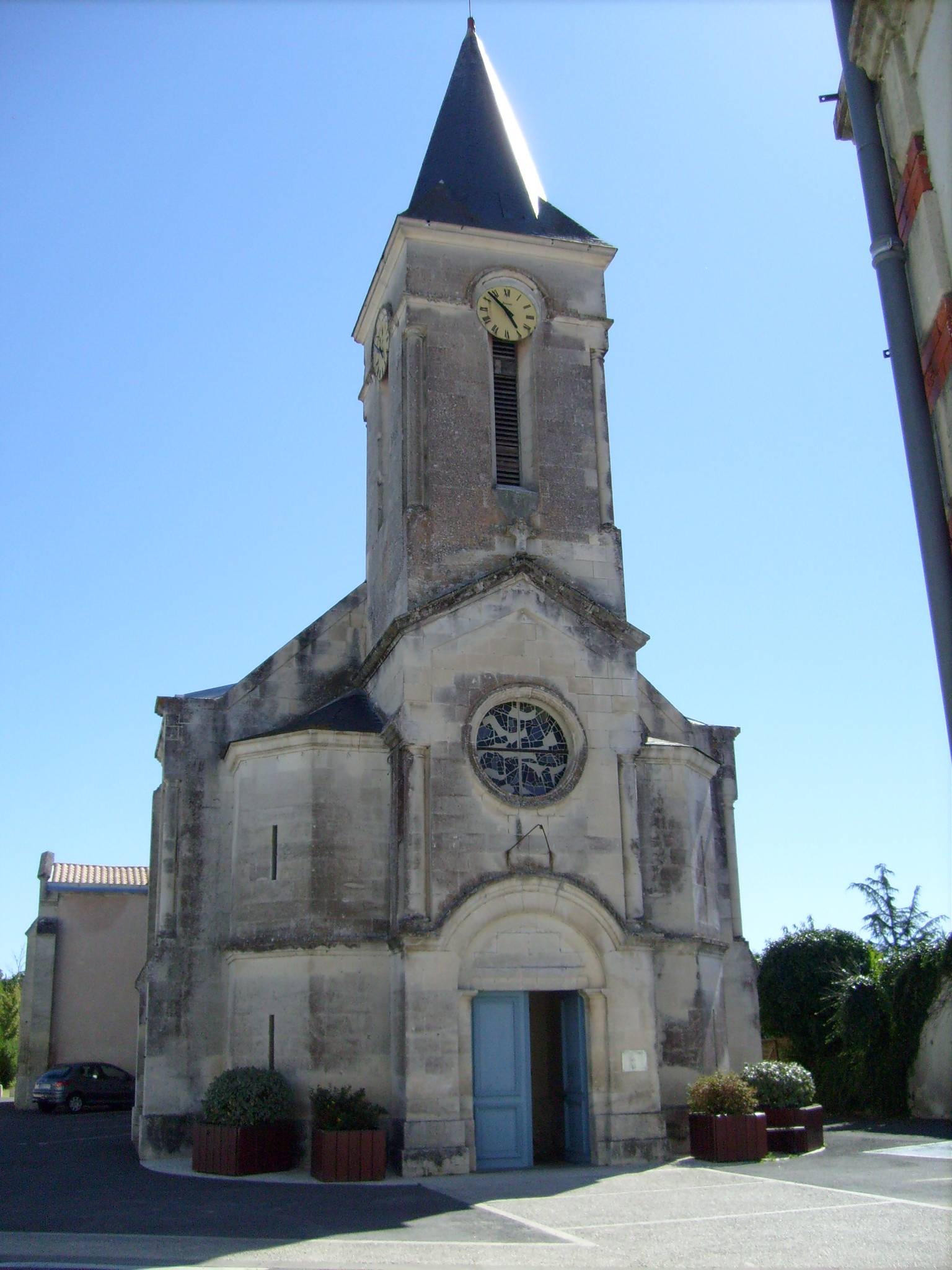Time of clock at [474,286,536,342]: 4:52
